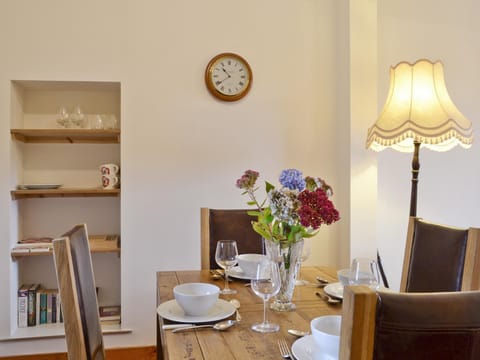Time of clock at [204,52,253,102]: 10:39
